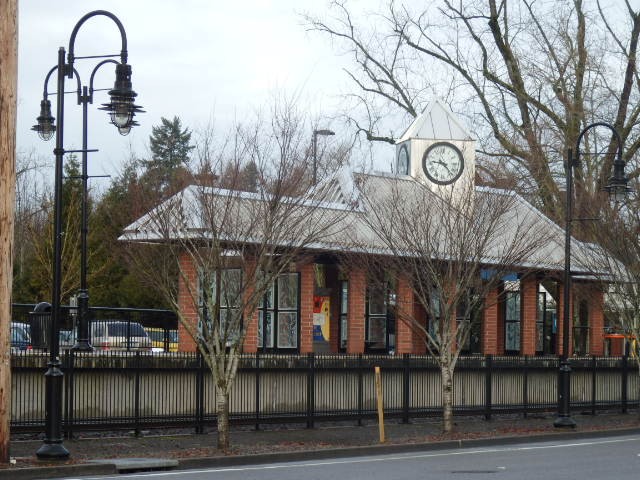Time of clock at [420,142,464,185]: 9:22
